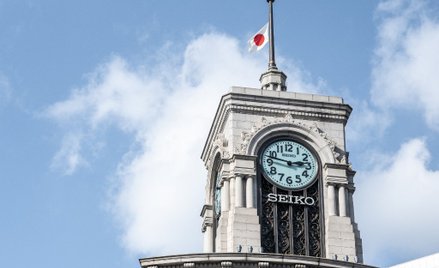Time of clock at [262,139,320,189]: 2:47
